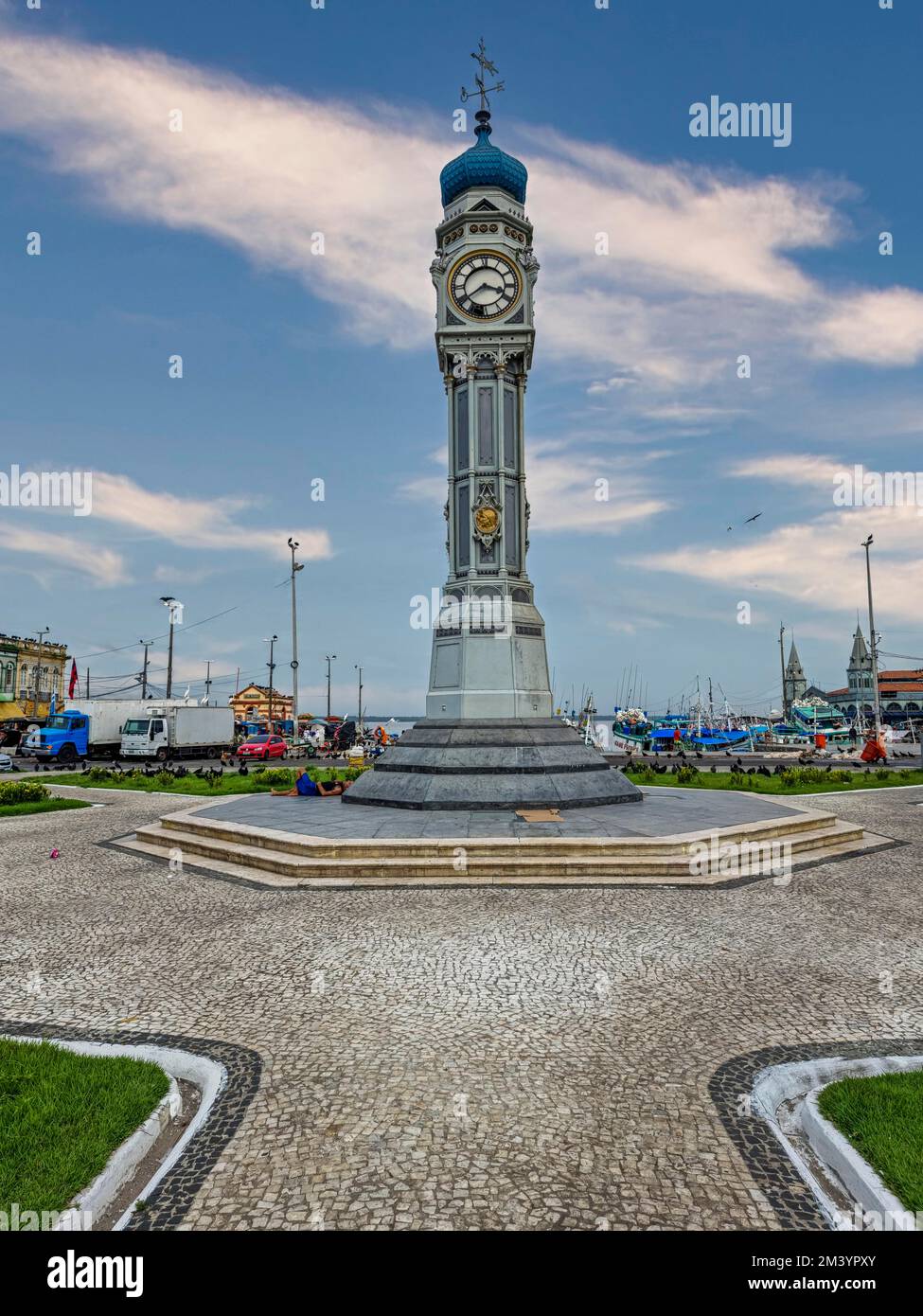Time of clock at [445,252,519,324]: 3:39
